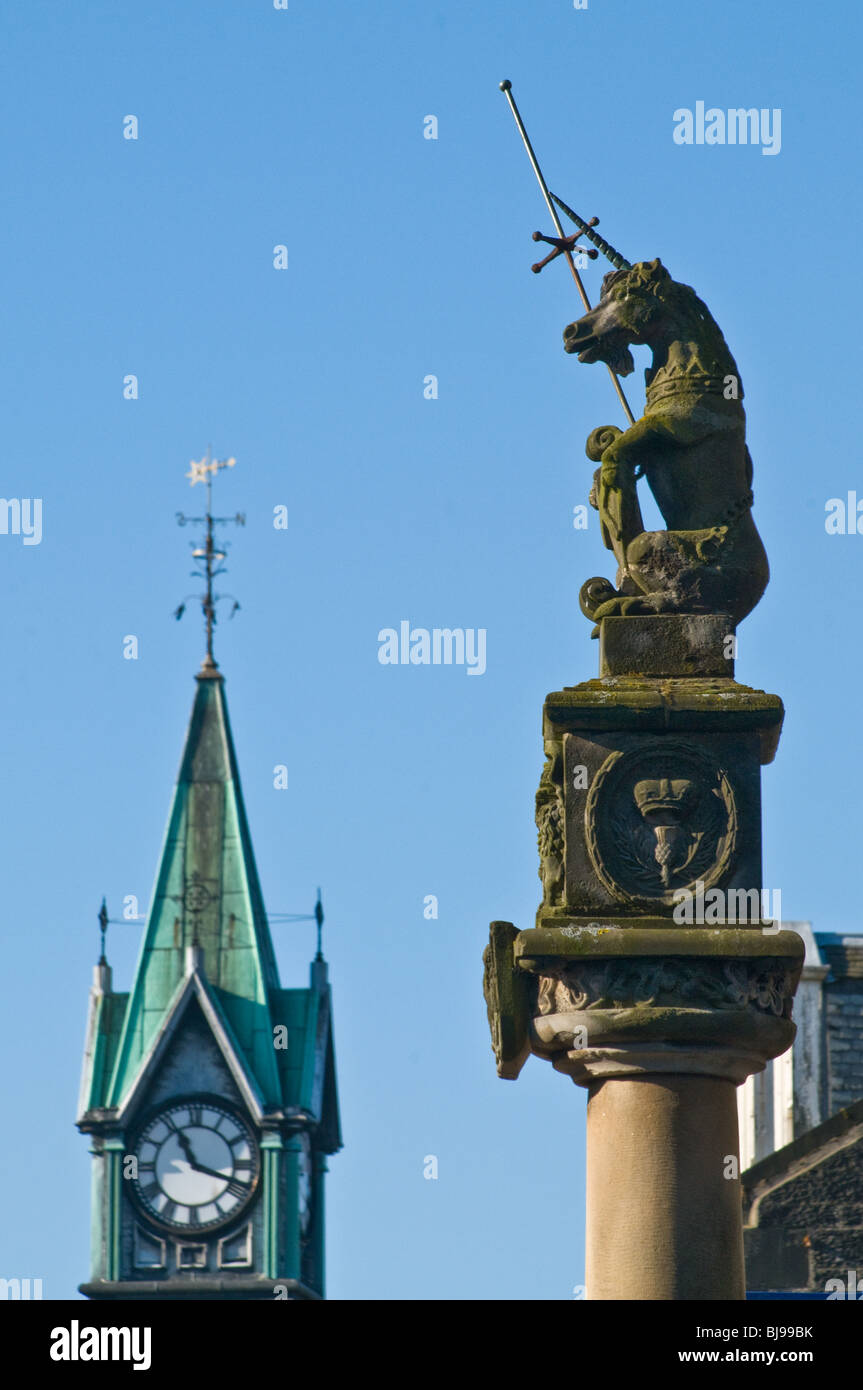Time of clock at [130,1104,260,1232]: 11:18
